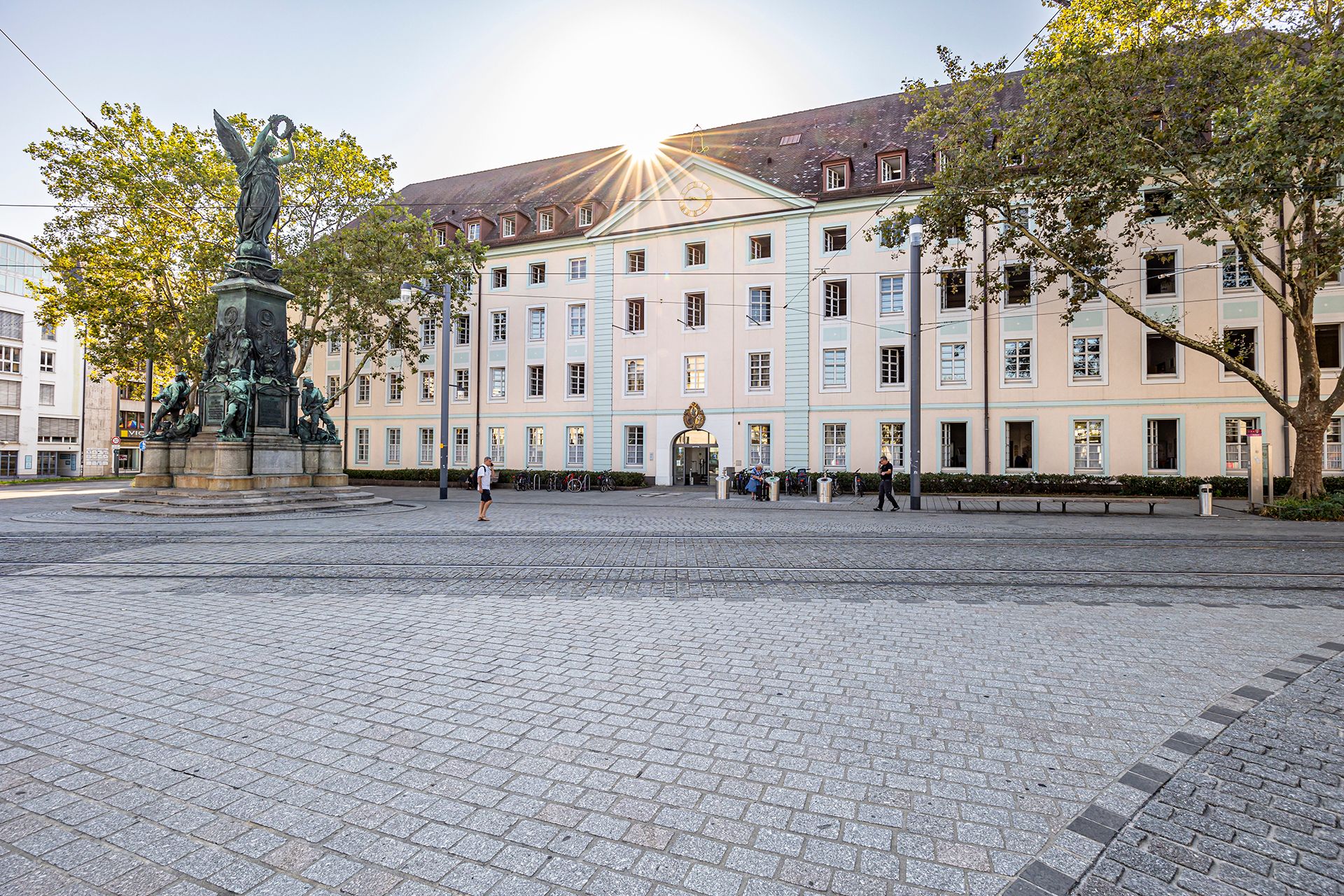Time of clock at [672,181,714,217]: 9:16
